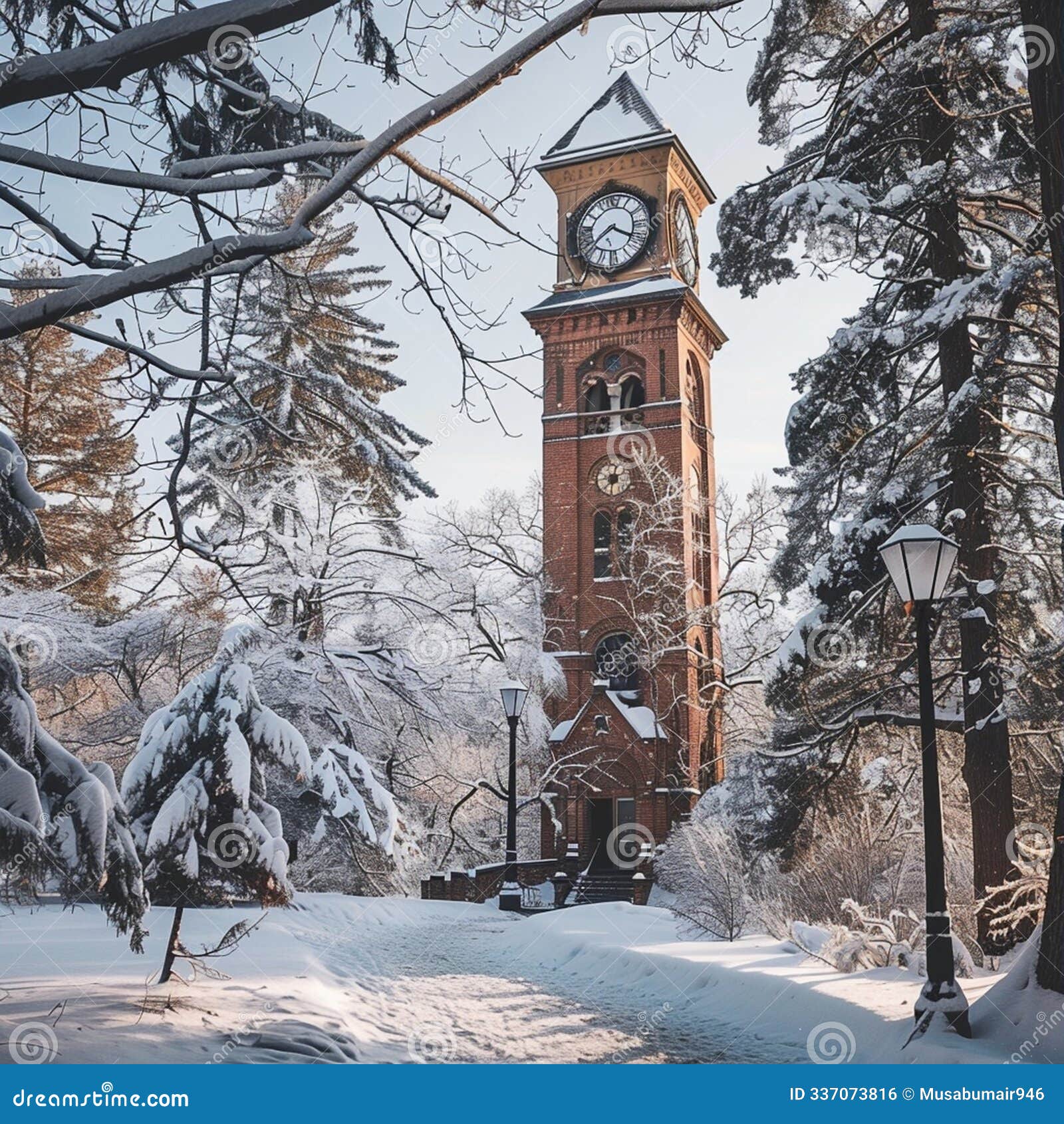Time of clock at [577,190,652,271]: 3:39
